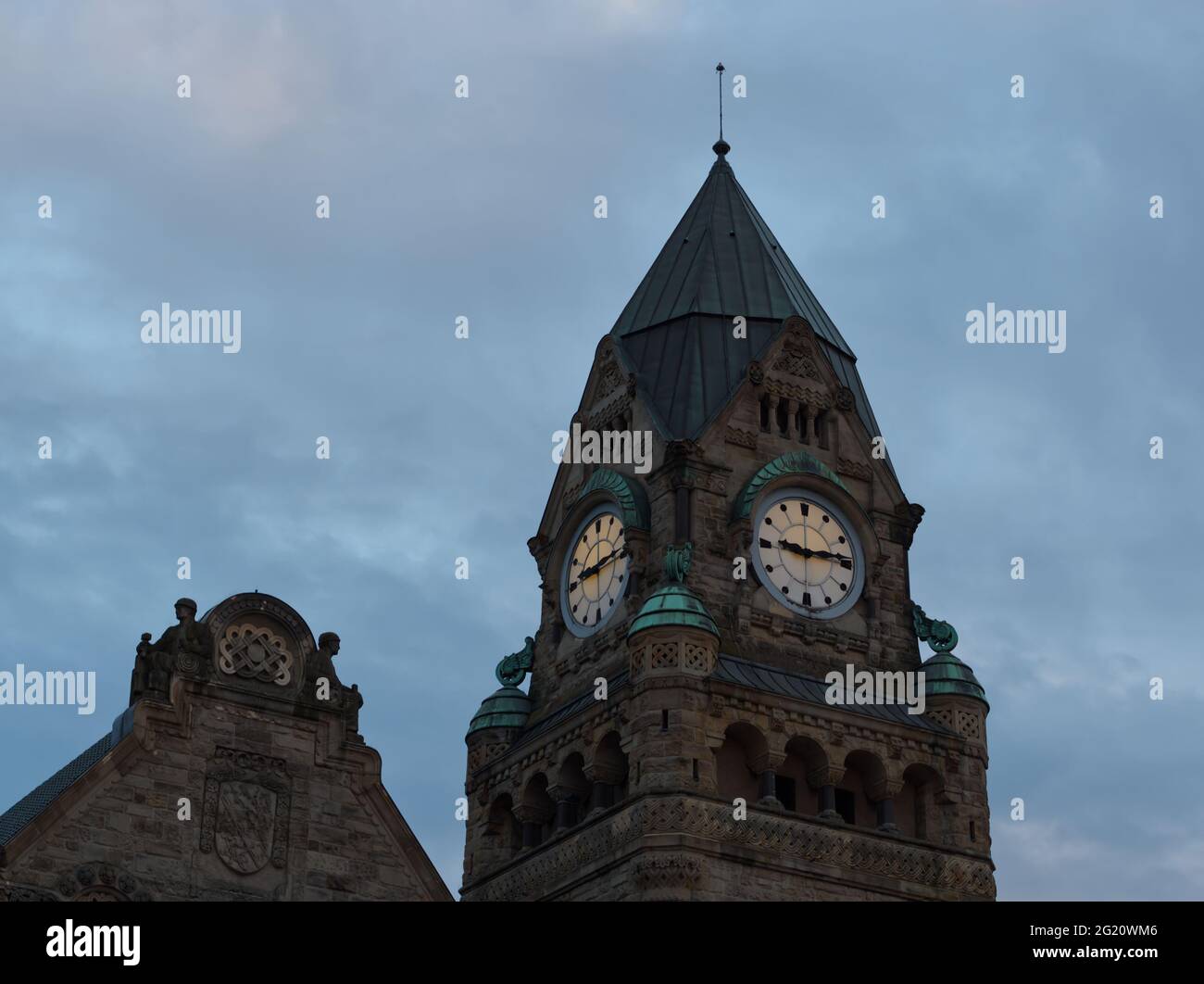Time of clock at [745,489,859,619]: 9:14
